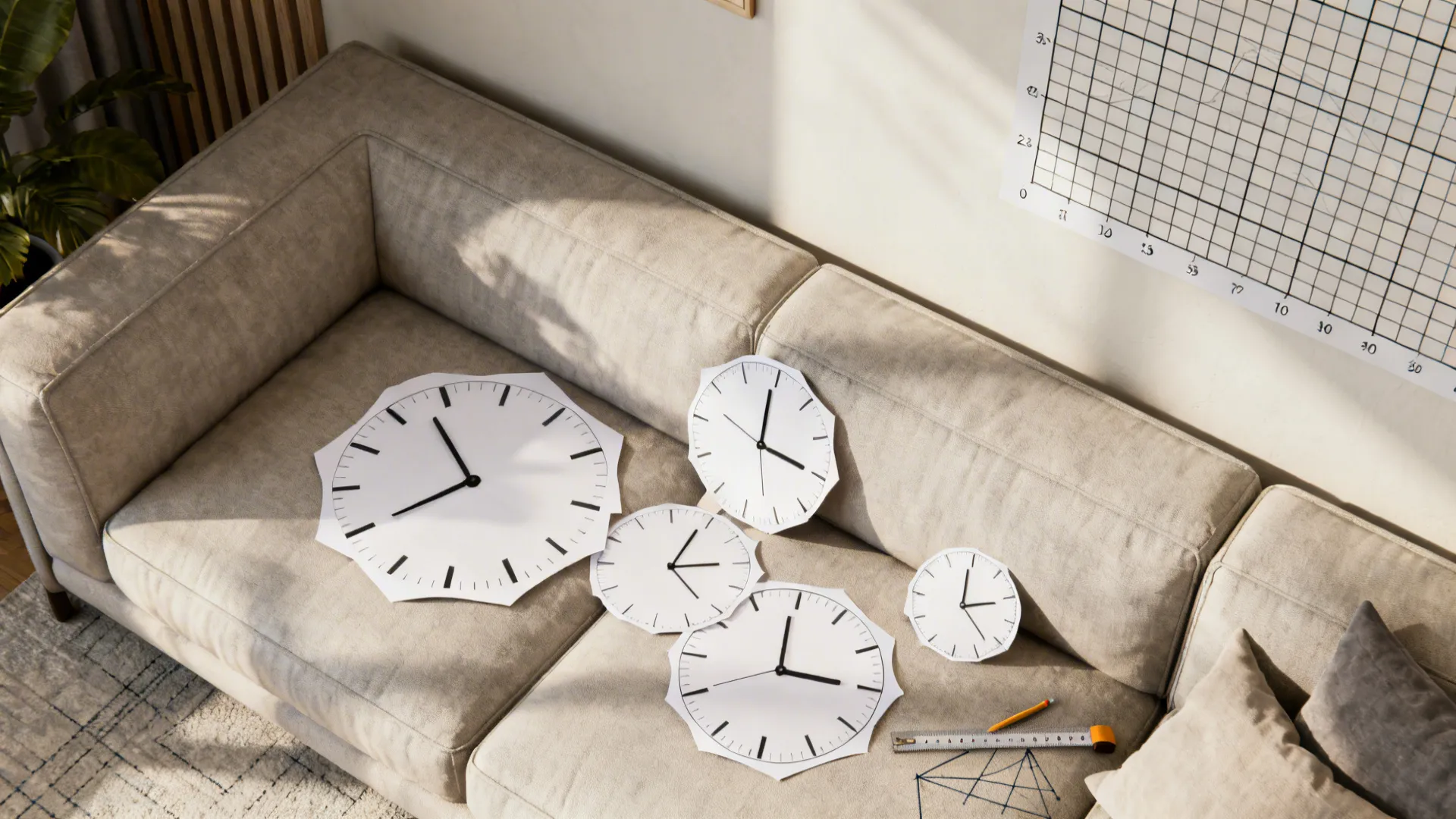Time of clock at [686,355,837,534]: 4:04
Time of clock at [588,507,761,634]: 3:04
